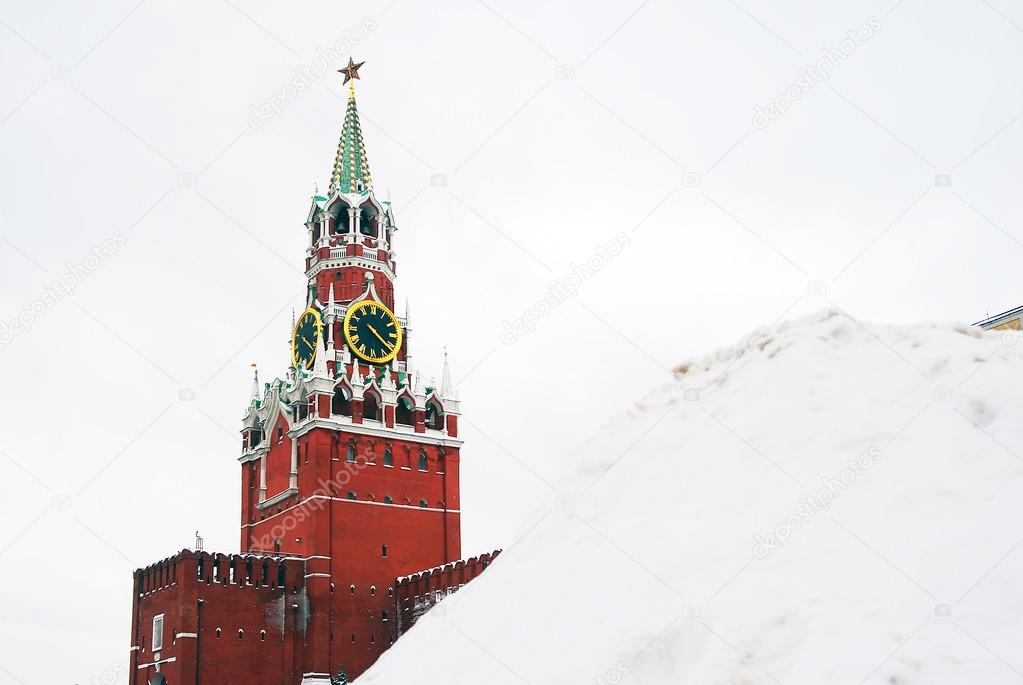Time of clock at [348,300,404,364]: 4:21
